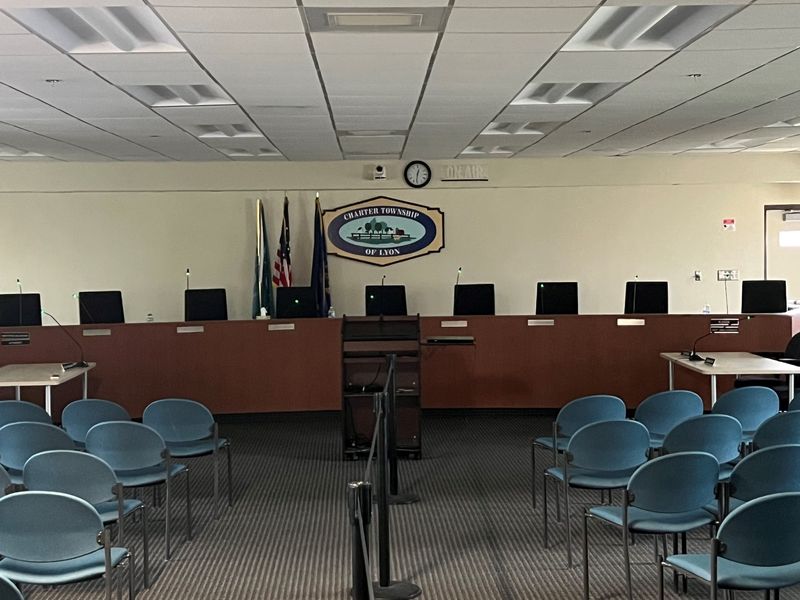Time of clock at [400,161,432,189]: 12:31
